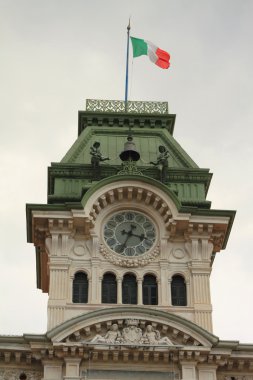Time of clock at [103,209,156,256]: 3:34
